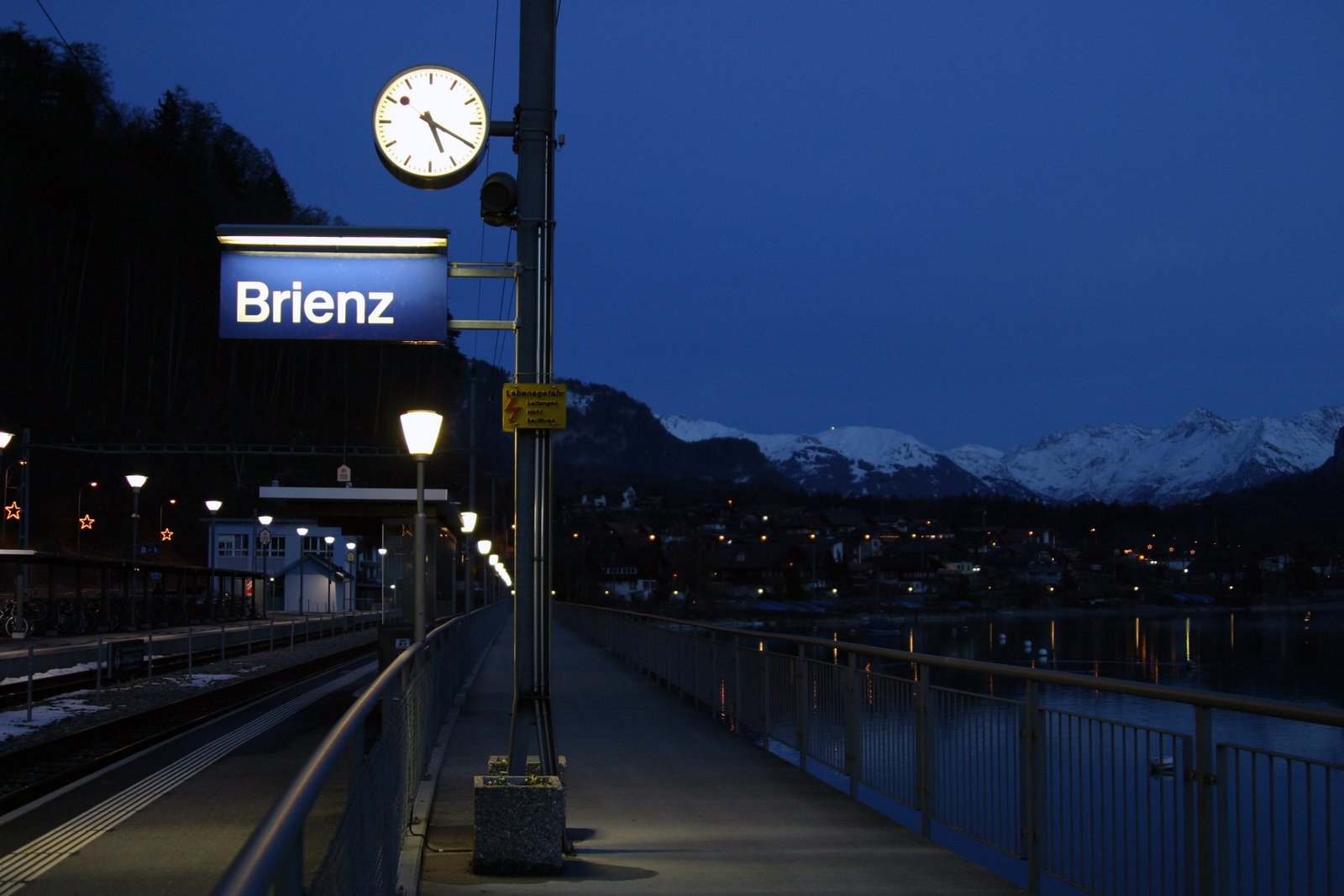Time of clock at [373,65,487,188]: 5:19
